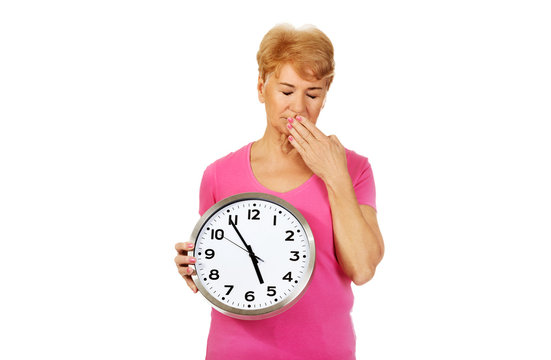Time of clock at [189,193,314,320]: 4:54
